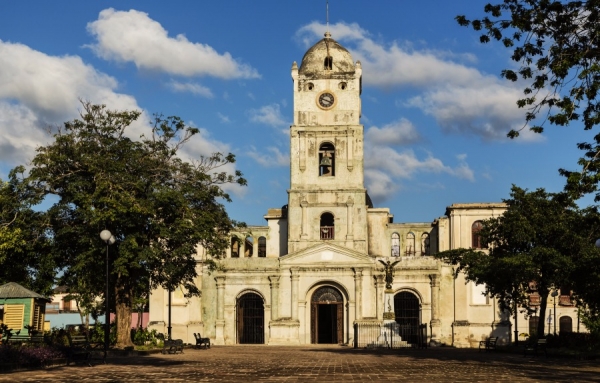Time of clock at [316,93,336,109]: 3:47
